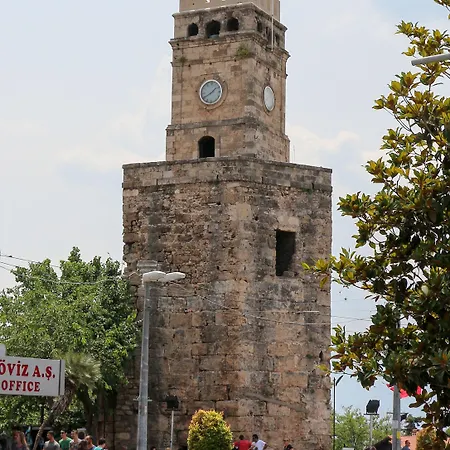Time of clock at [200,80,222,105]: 1:40
